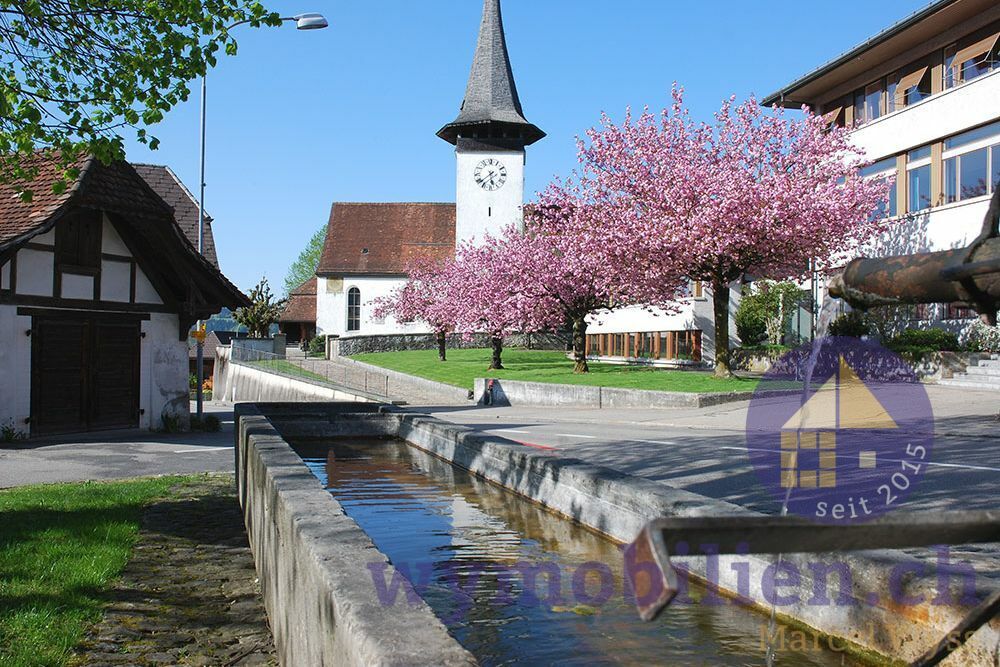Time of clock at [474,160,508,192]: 5:38
